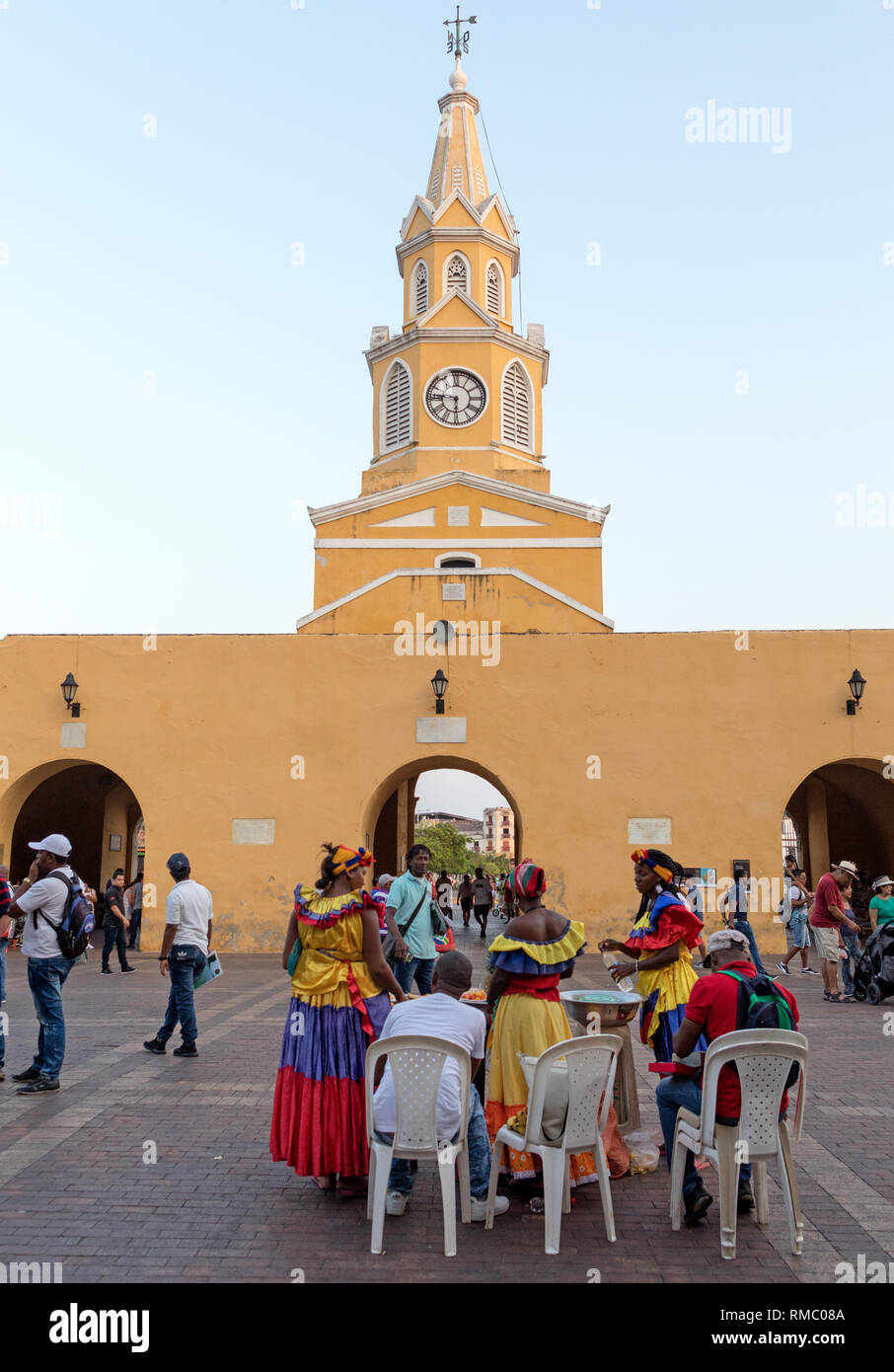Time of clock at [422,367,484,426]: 5:46
